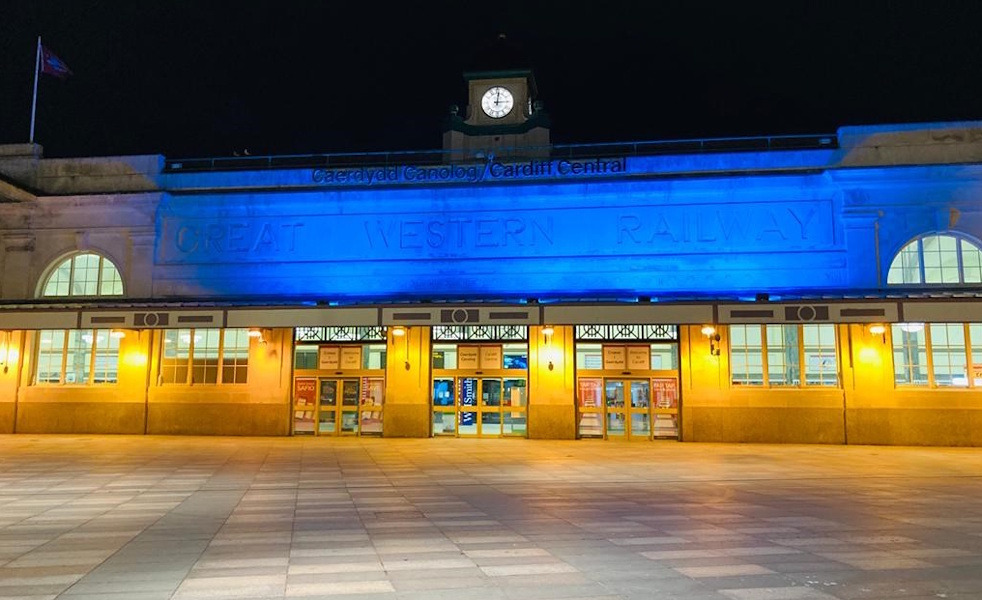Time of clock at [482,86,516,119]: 12:14
